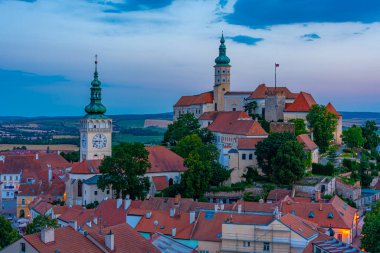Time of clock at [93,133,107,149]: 9:01
